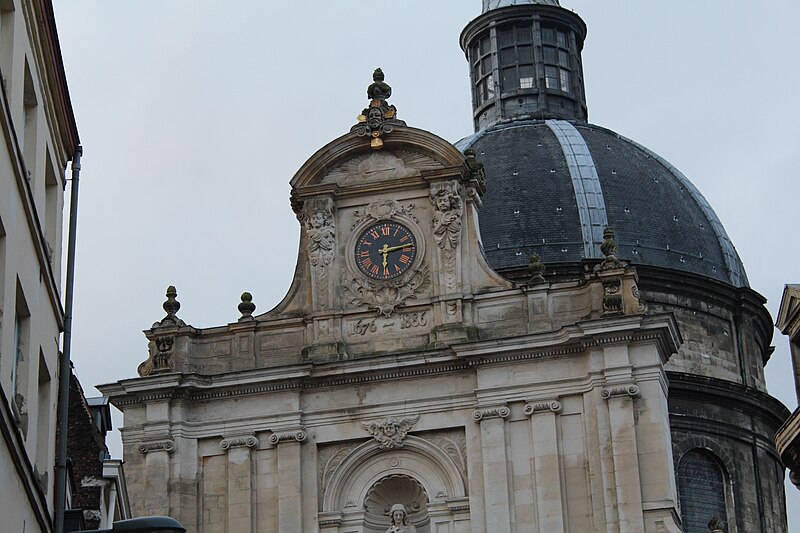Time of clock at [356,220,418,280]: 6:13
